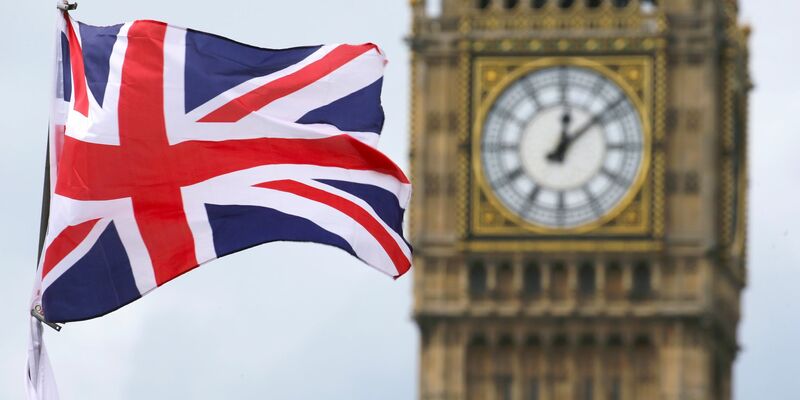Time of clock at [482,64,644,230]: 12:08
